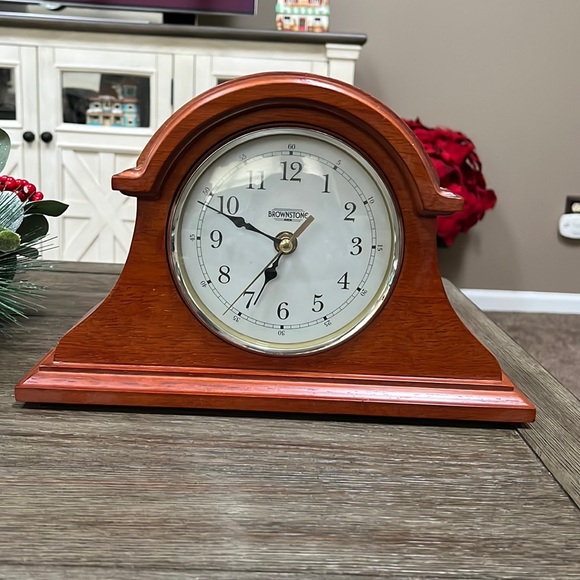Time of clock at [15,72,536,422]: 6:49
